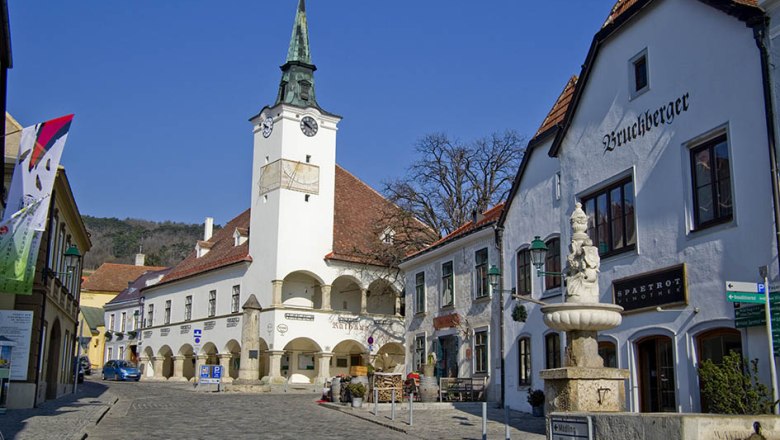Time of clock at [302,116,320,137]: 9:50
